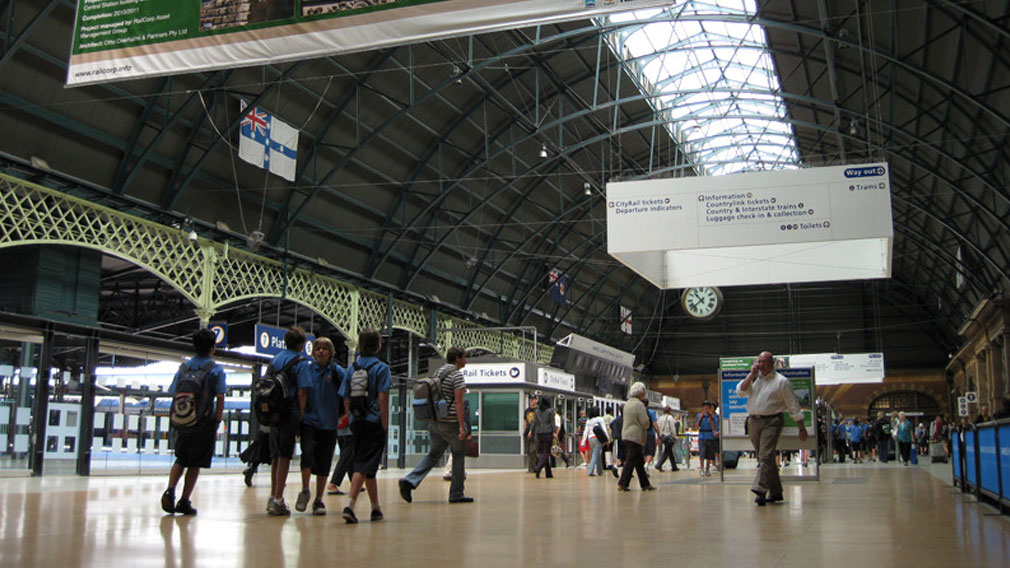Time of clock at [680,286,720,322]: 10:37
